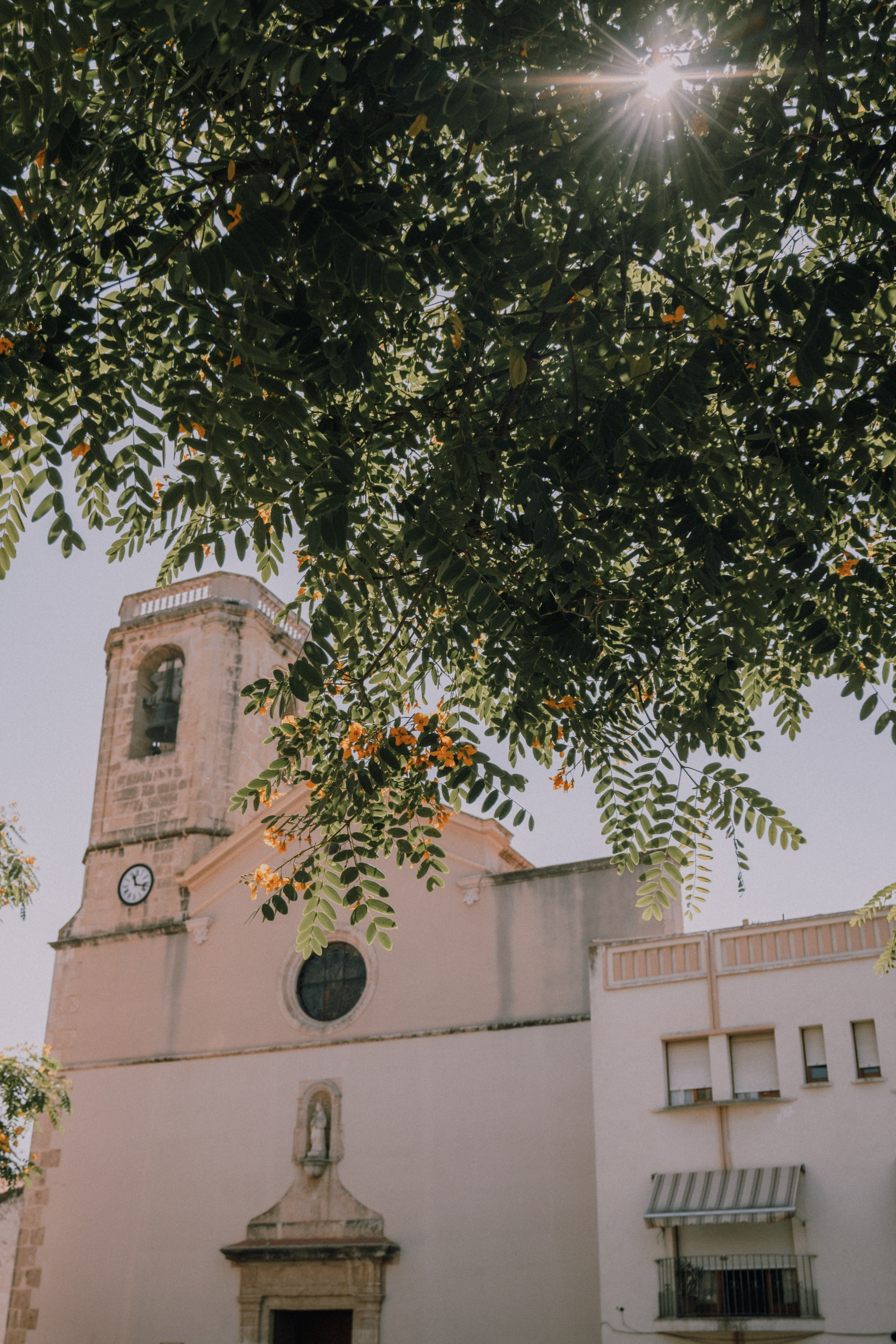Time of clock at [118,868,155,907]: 11:16
